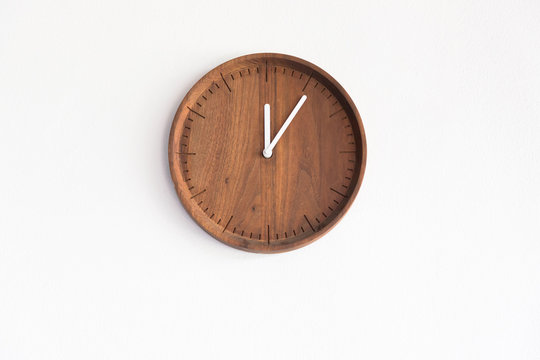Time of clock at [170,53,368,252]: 12:05
